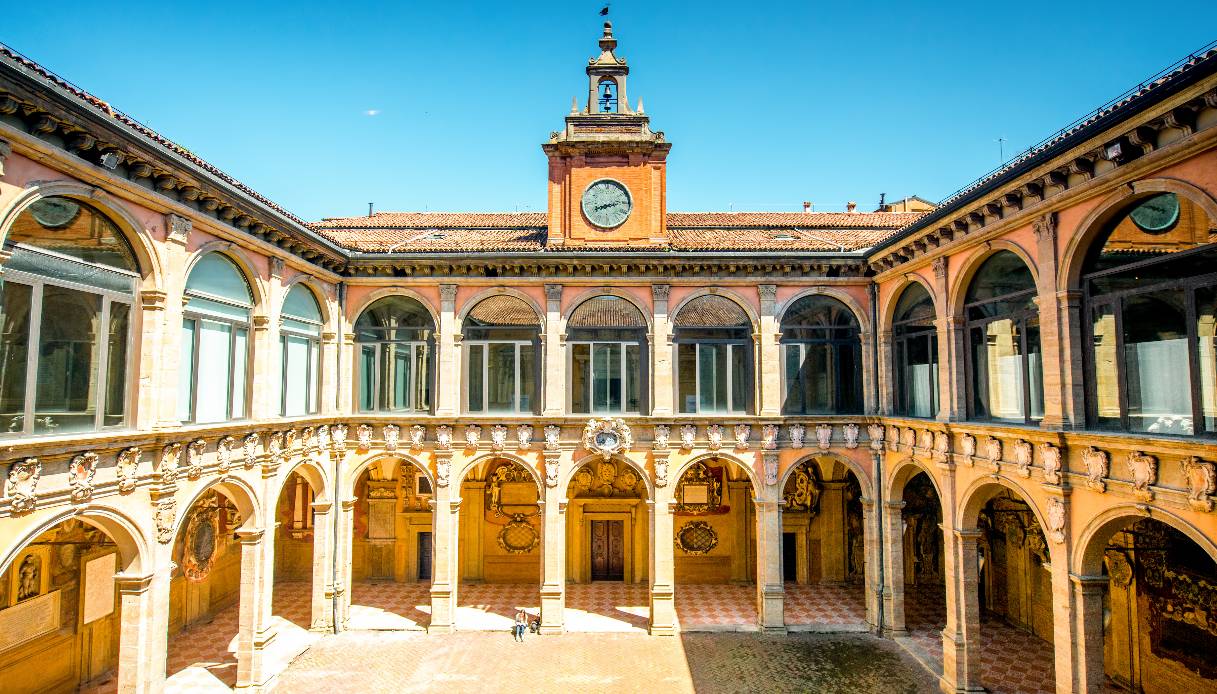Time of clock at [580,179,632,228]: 8:13
